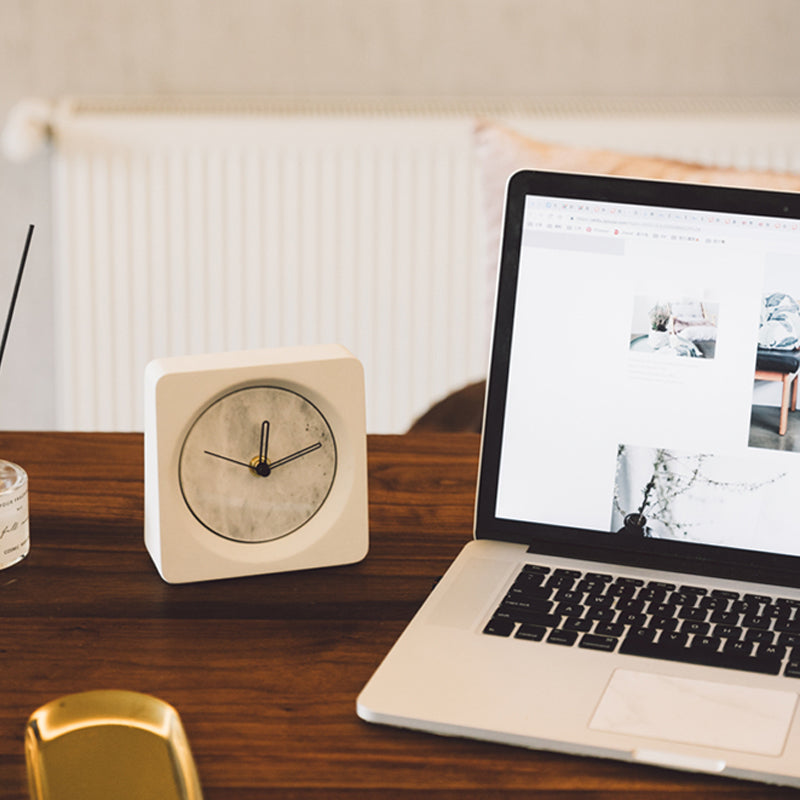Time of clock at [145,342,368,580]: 12:11
